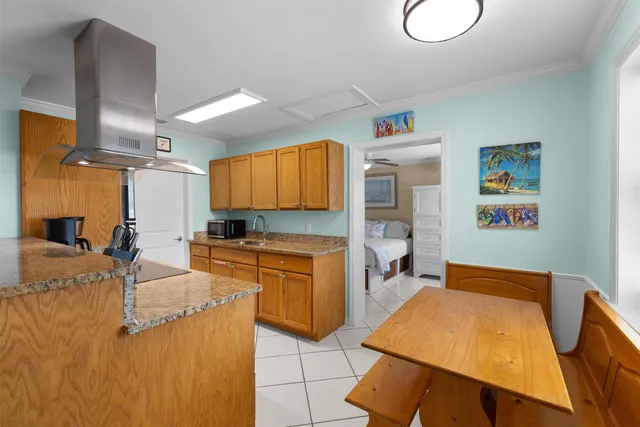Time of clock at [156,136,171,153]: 7:07
